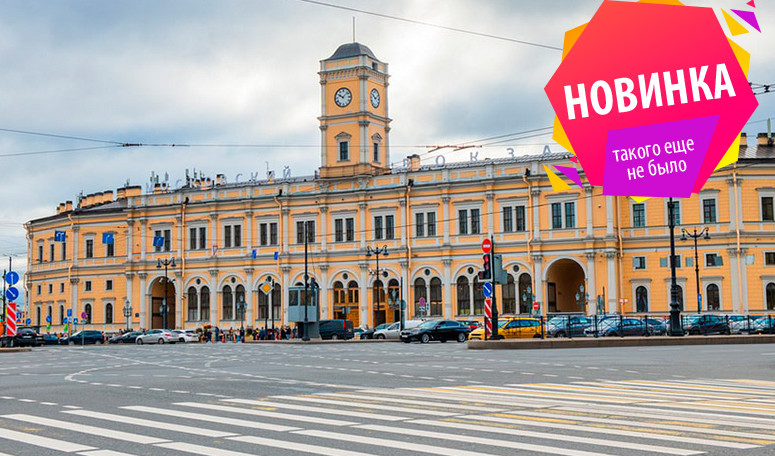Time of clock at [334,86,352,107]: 10:07
